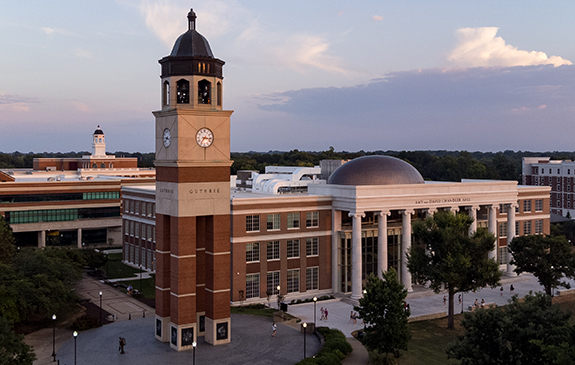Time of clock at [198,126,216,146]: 7:16
